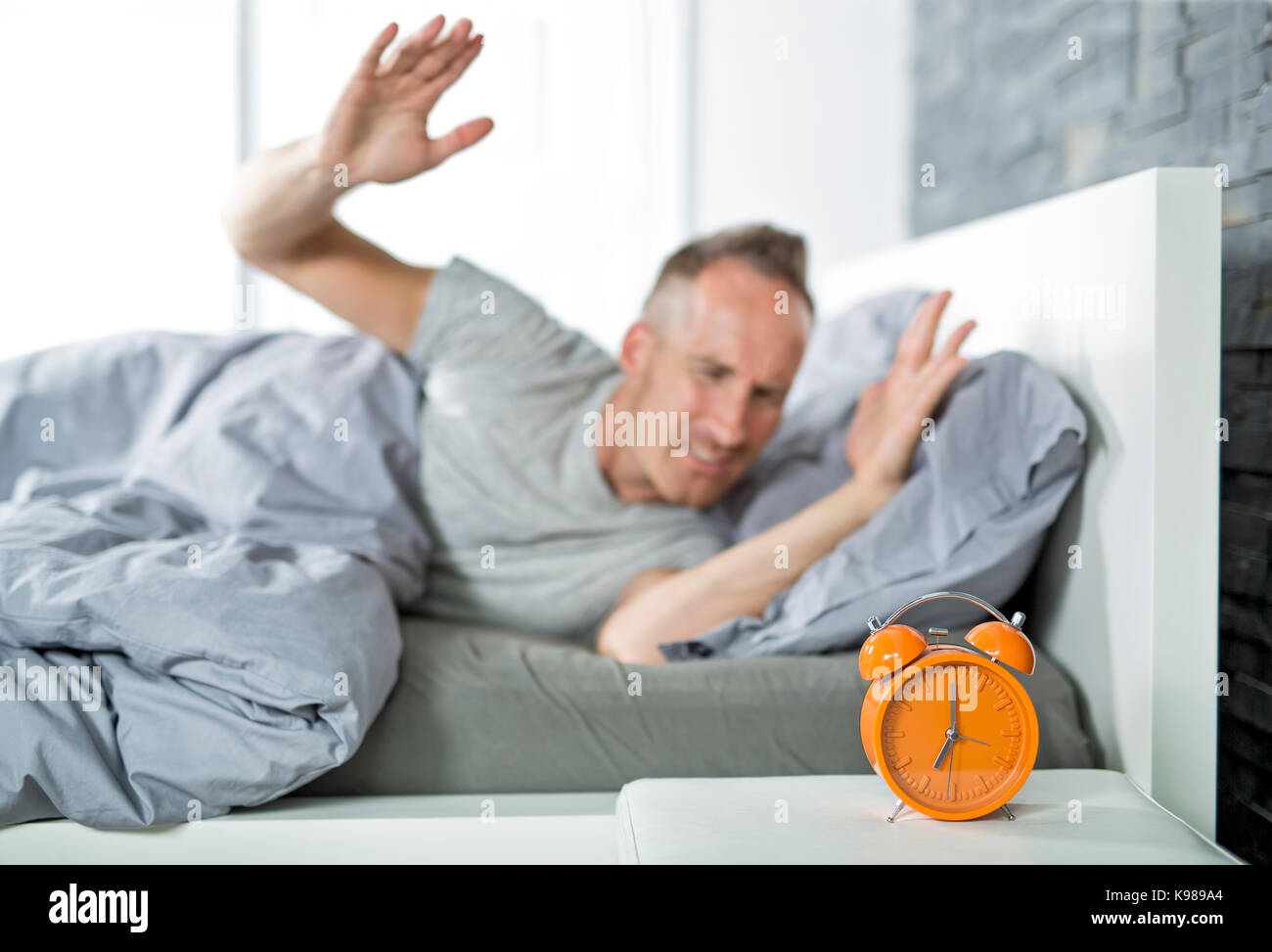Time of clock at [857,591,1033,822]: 7:00
